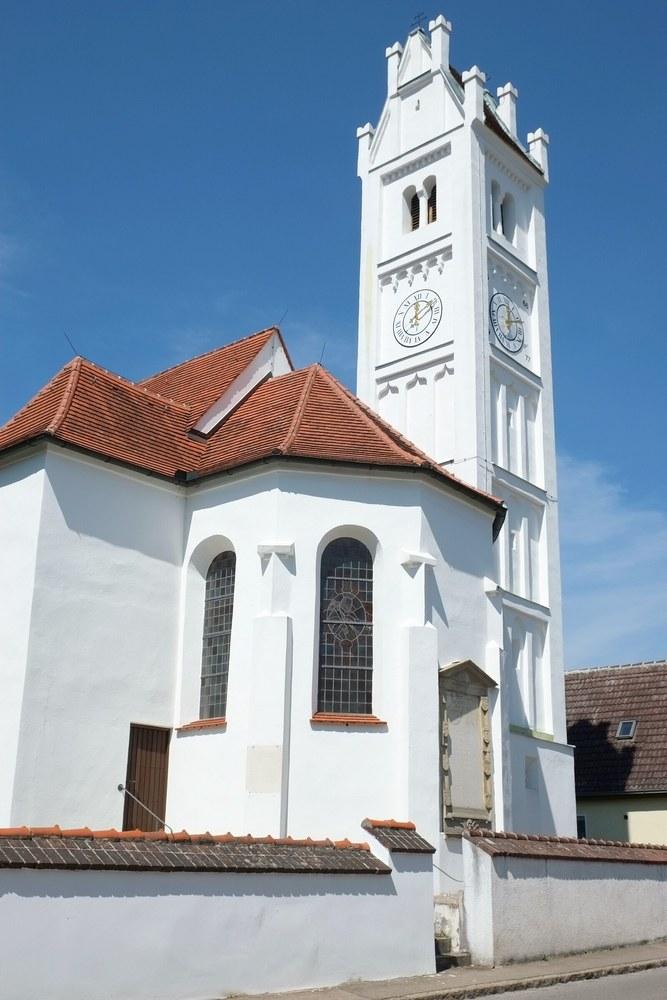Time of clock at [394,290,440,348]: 12:09
